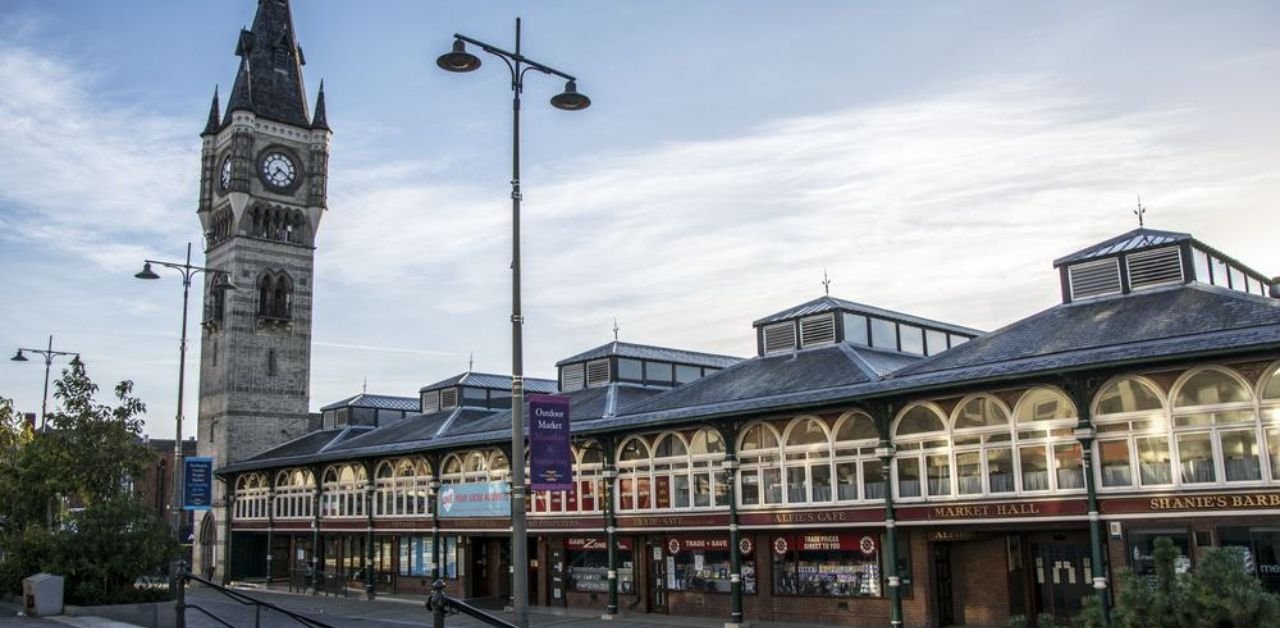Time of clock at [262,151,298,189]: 7:20
